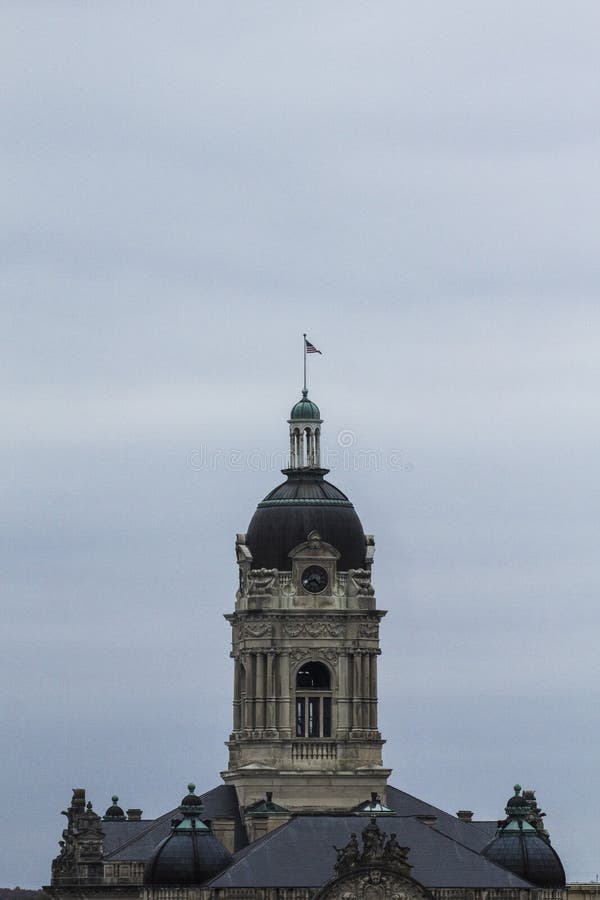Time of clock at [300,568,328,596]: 8:22
